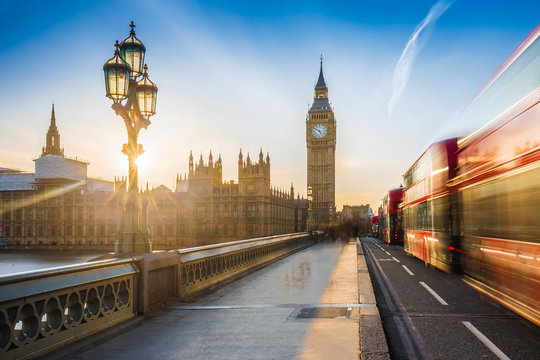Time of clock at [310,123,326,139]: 4:50
